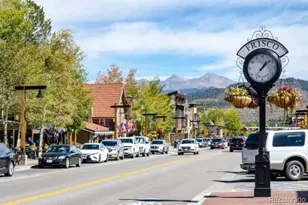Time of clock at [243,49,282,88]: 1:08
